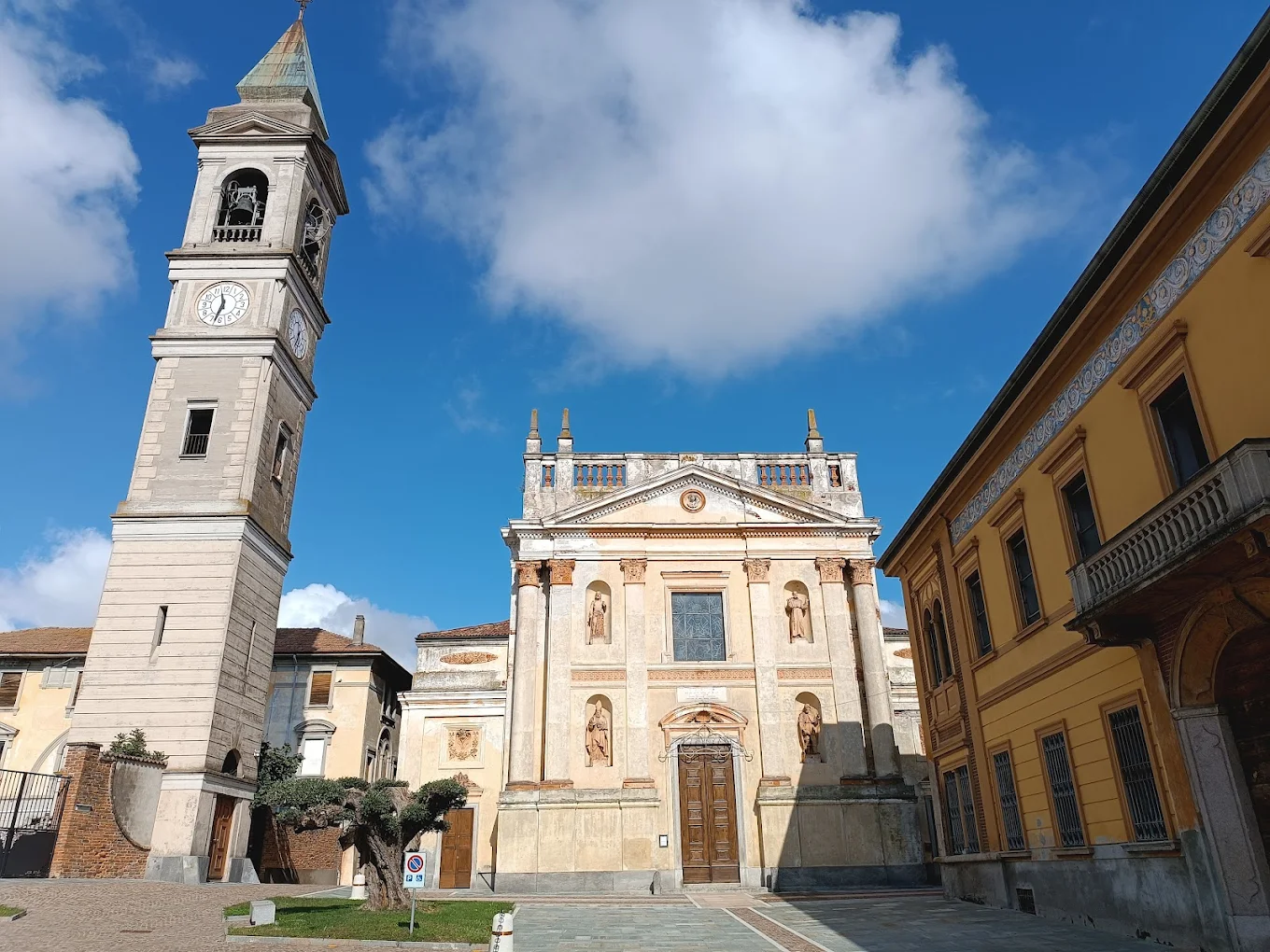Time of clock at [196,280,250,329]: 11:32
